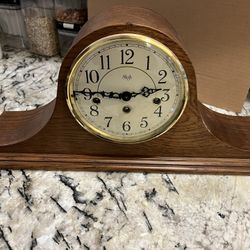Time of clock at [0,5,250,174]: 2:45
